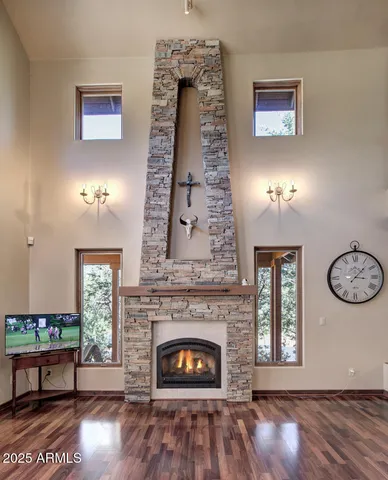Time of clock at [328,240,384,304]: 3:07
